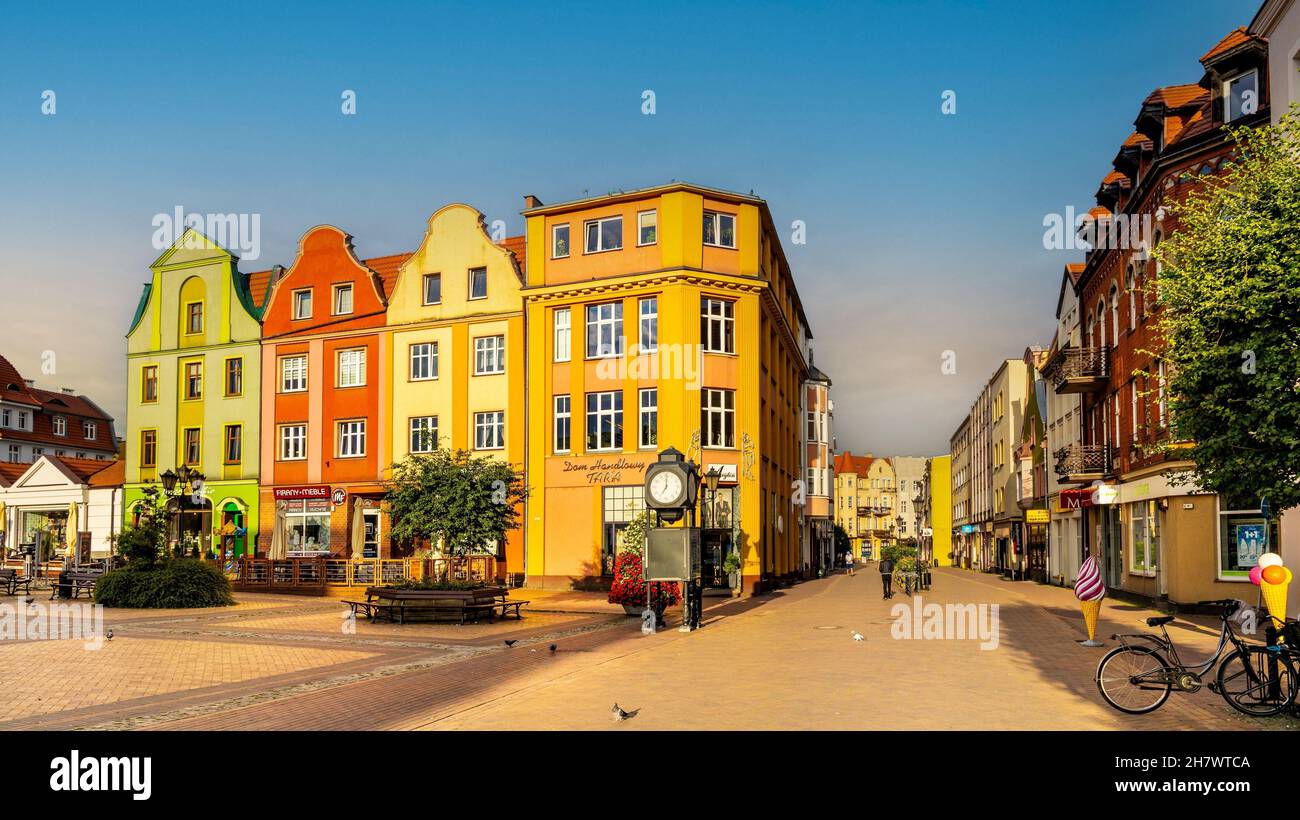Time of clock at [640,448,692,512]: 7:00
